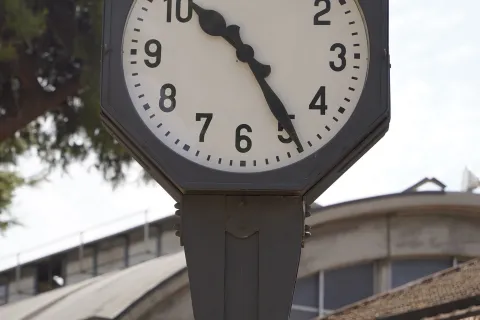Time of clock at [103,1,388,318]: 10:24
